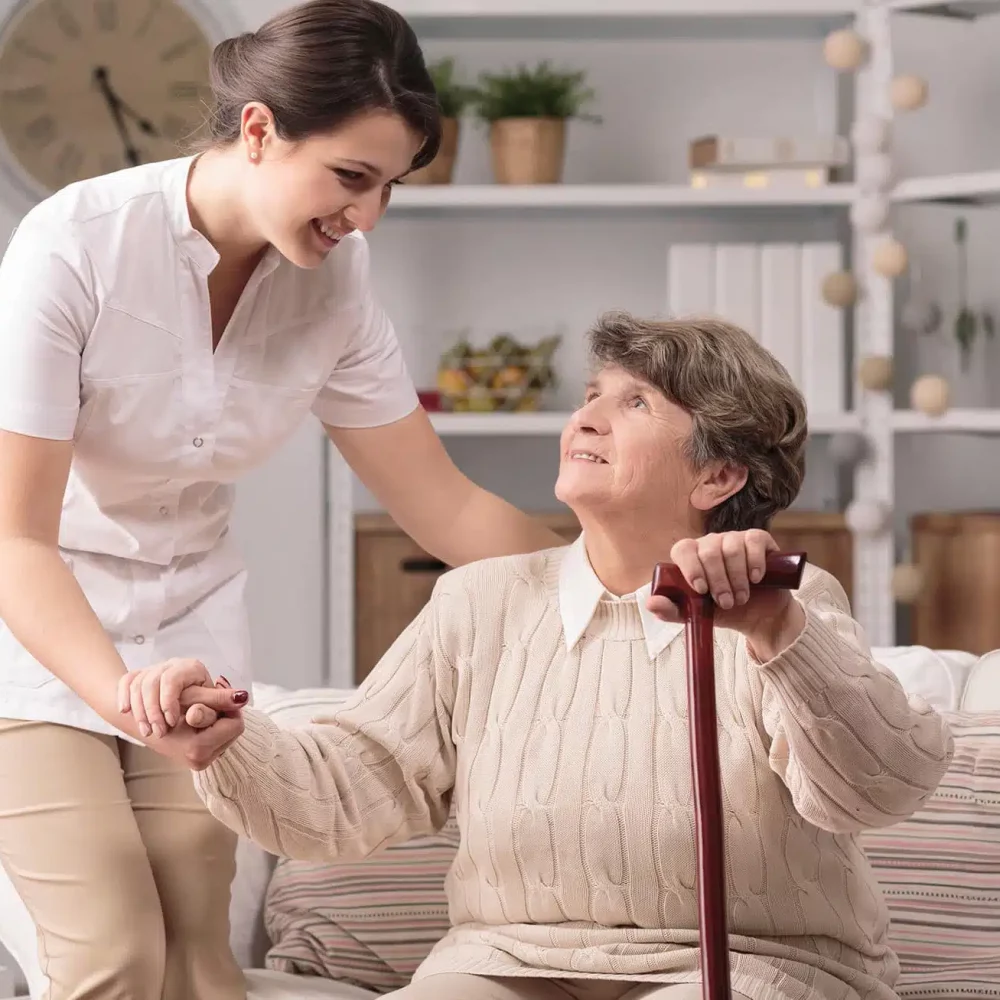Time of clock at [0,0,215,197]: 4:26
